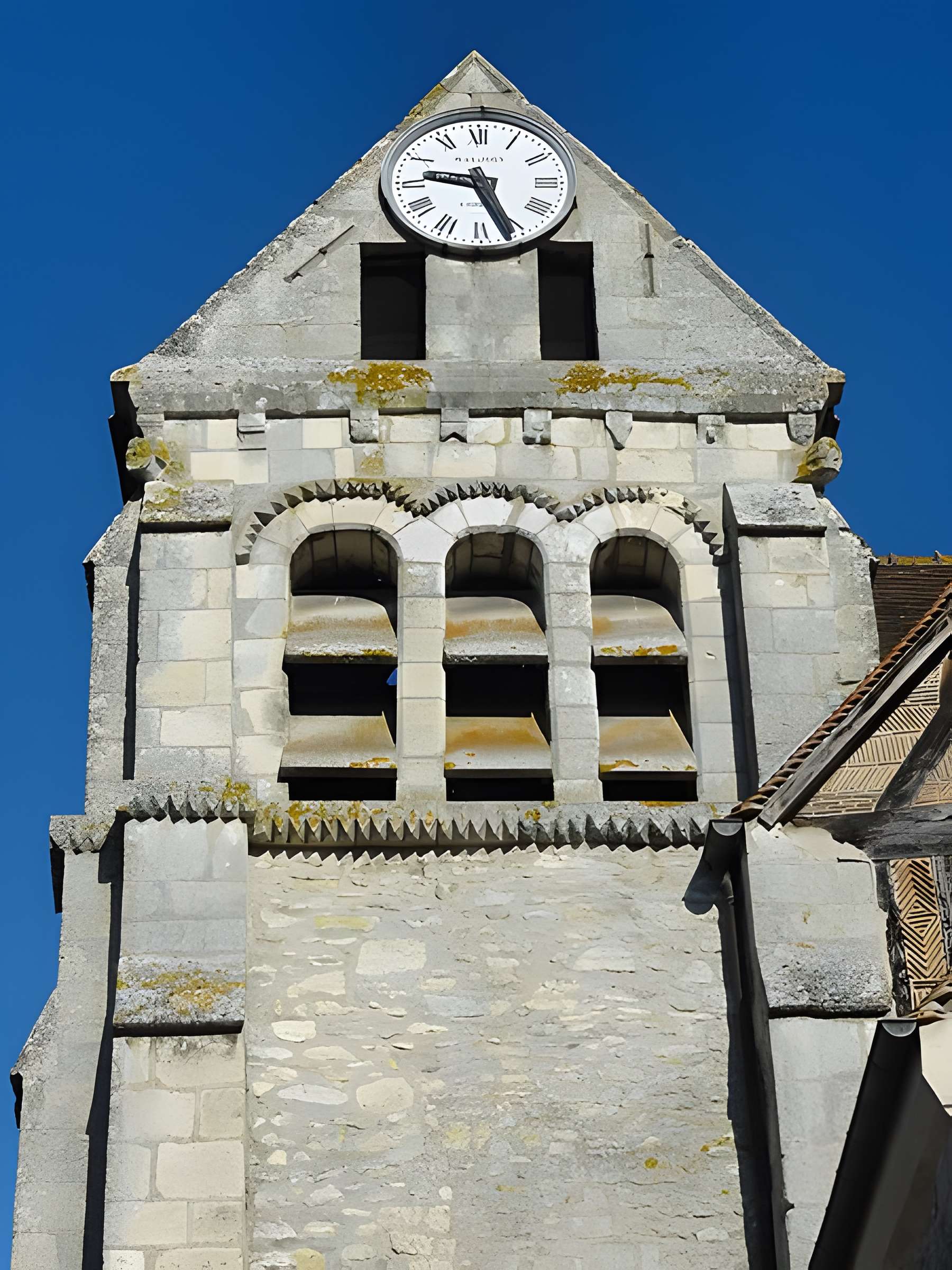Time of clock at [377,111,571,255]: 9:26
